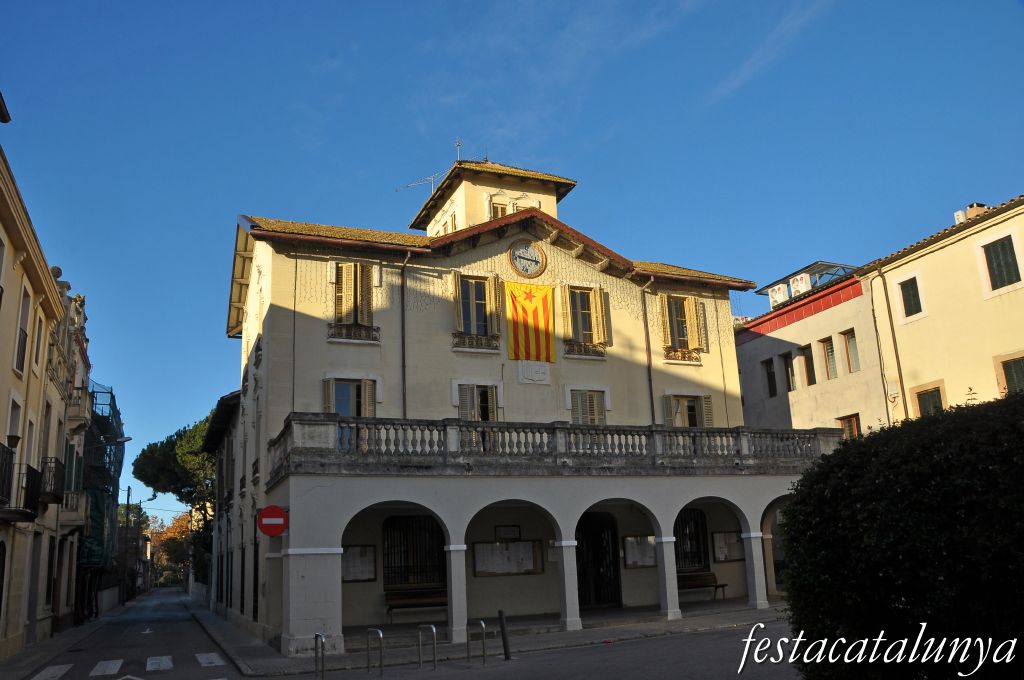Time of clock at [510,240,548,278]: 9:17
